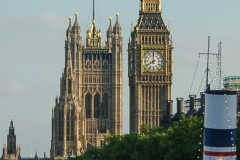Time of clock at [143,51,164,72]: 7:59
